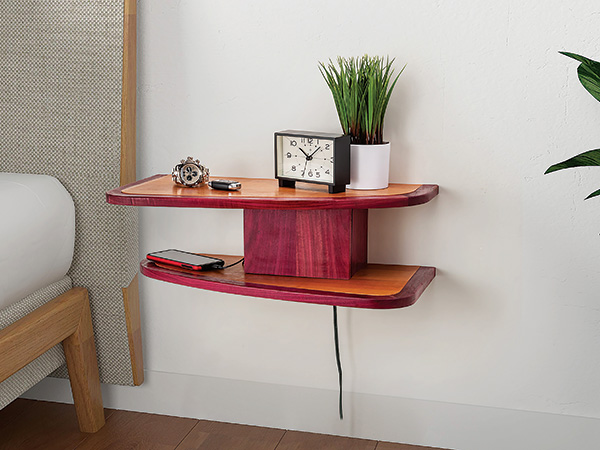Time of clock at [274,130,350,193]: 10:07
